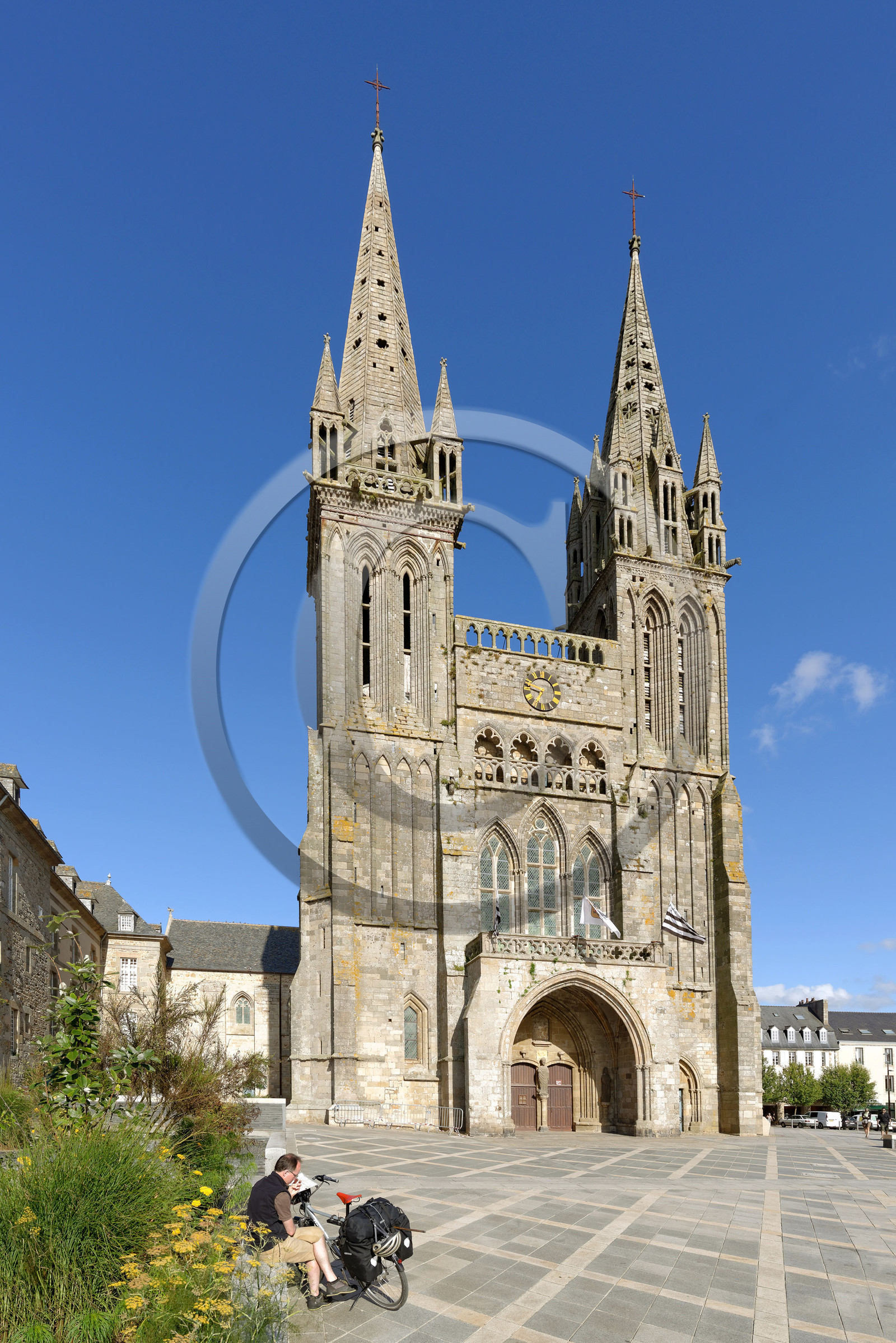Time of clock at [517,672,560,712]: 9:34
